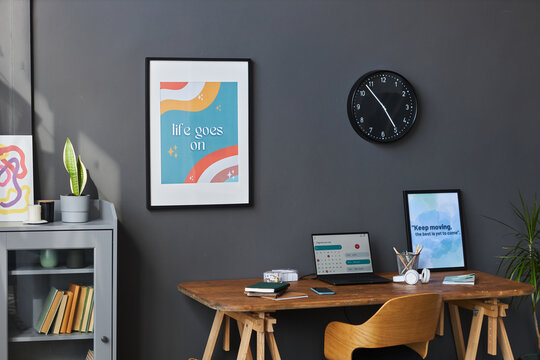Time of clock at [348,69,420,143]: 4:53
